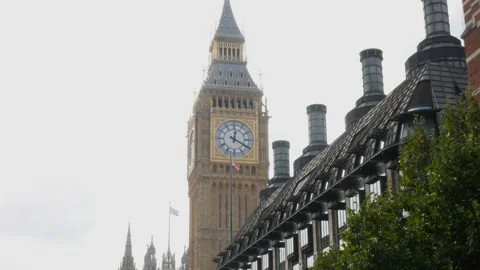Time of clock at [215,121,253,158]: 12:19
